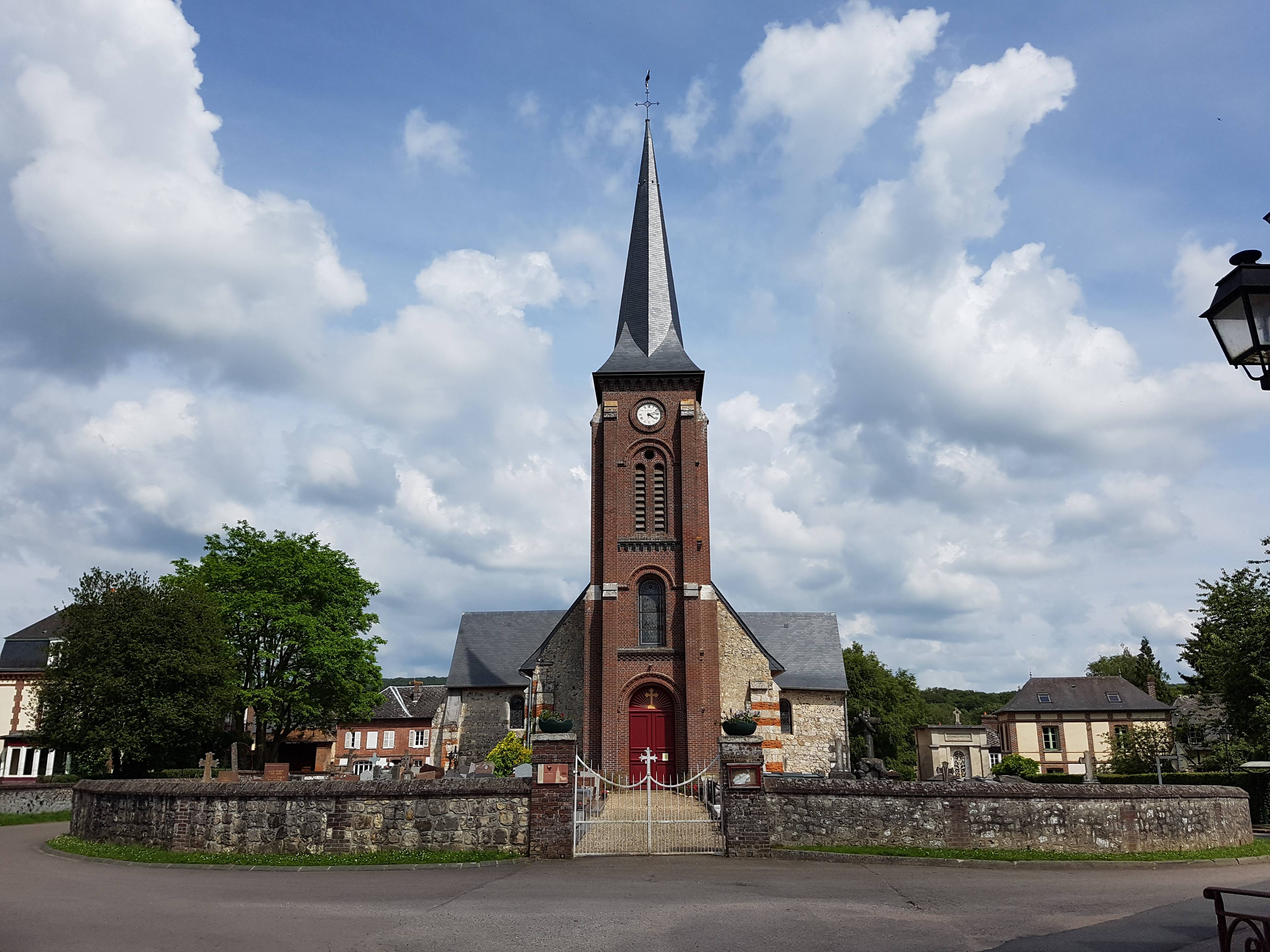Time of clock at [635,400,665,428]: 4:11
